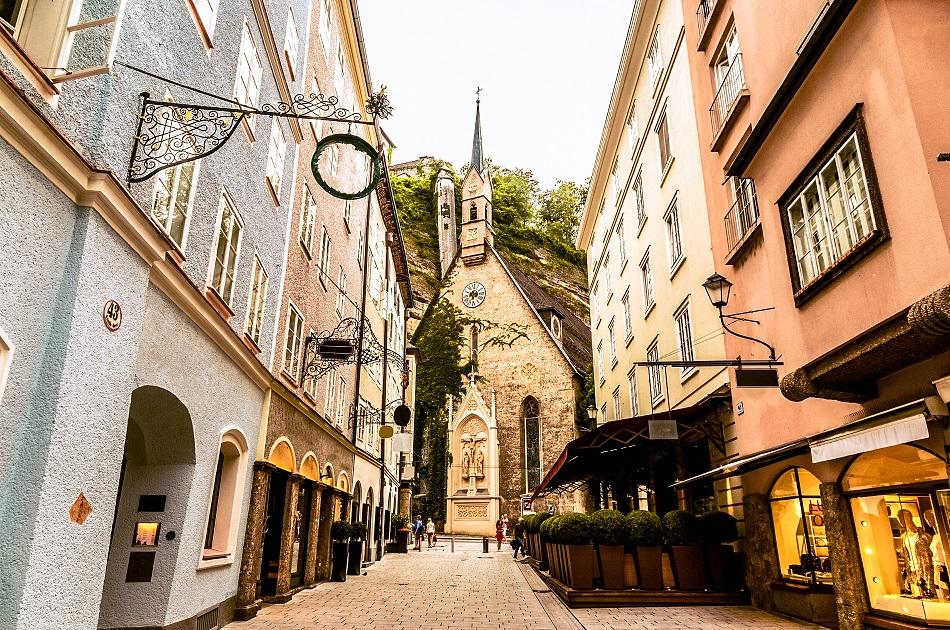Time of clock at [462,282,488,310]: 7:15
